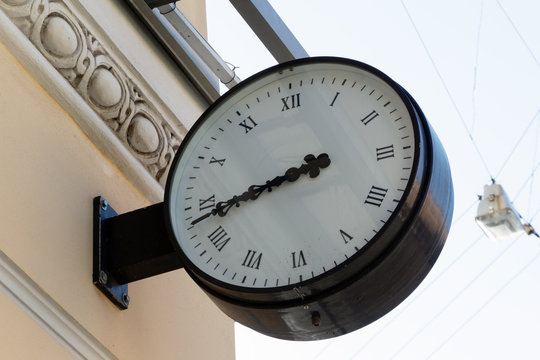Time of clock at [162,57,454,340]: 8:43
